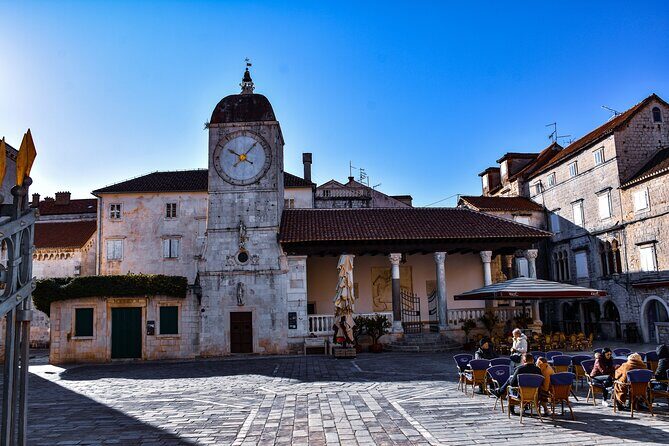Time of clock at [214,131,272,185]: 10:07
